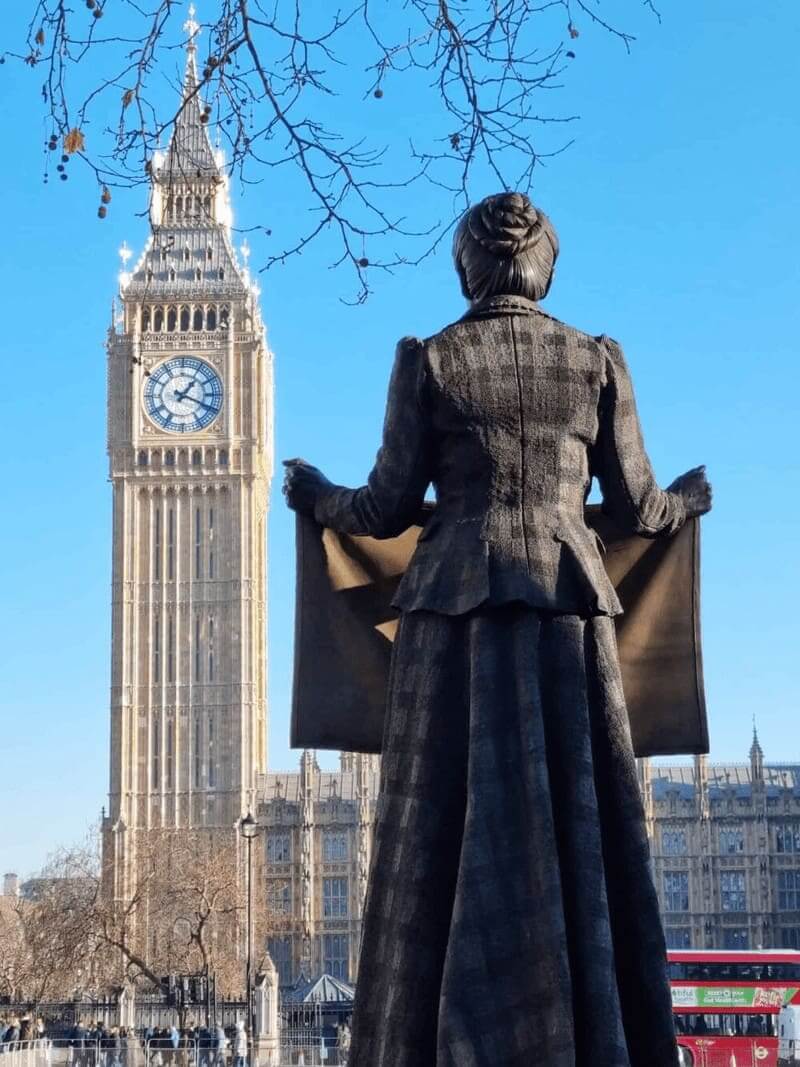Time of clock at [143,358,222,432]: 1:18
